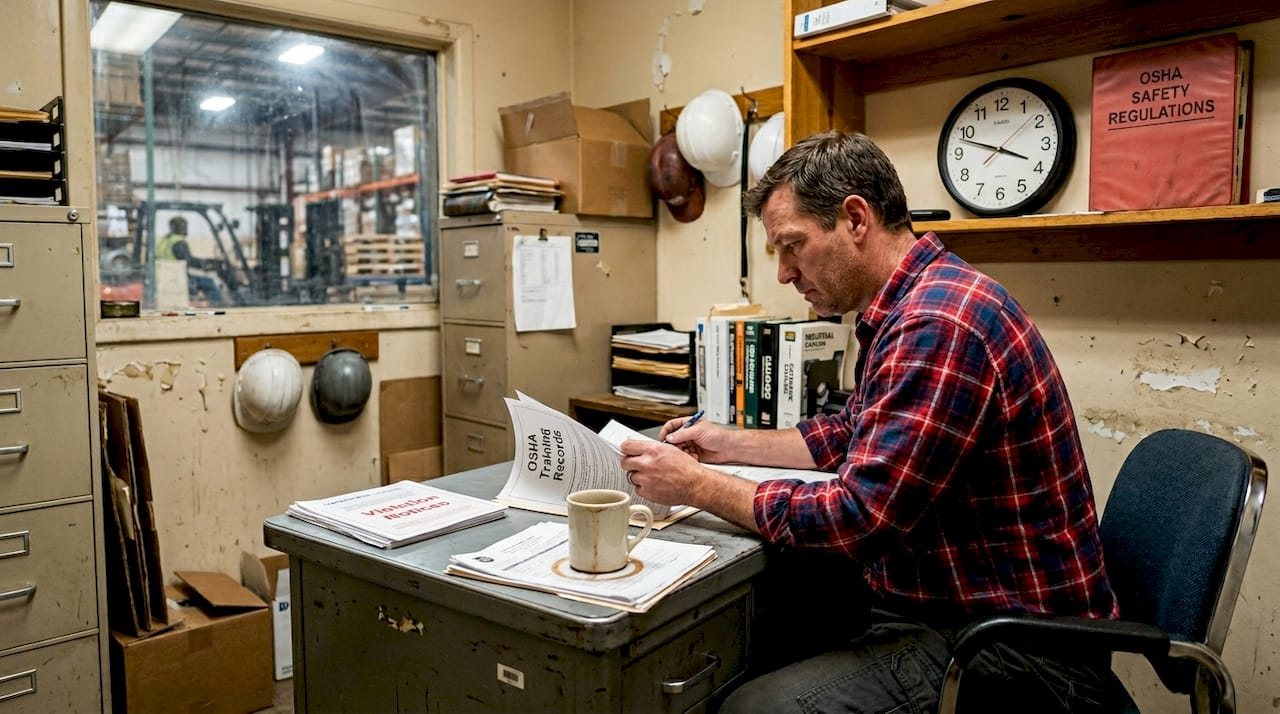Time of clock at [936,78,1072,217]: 3:48
